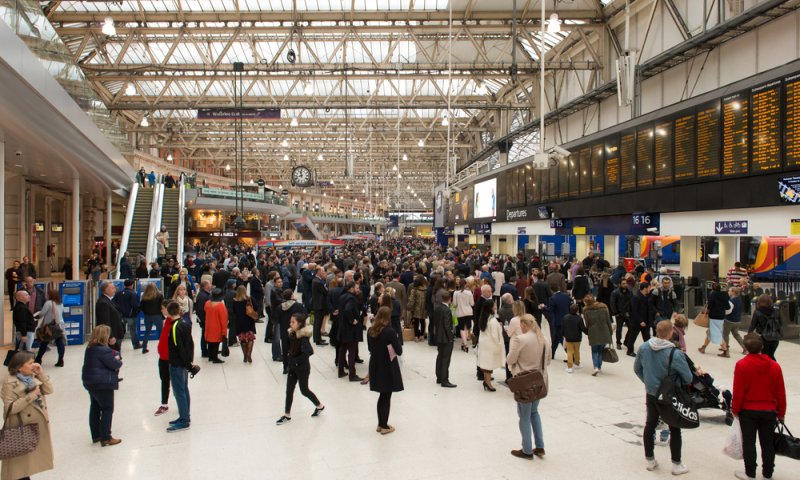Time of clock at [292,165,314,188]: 11:42
